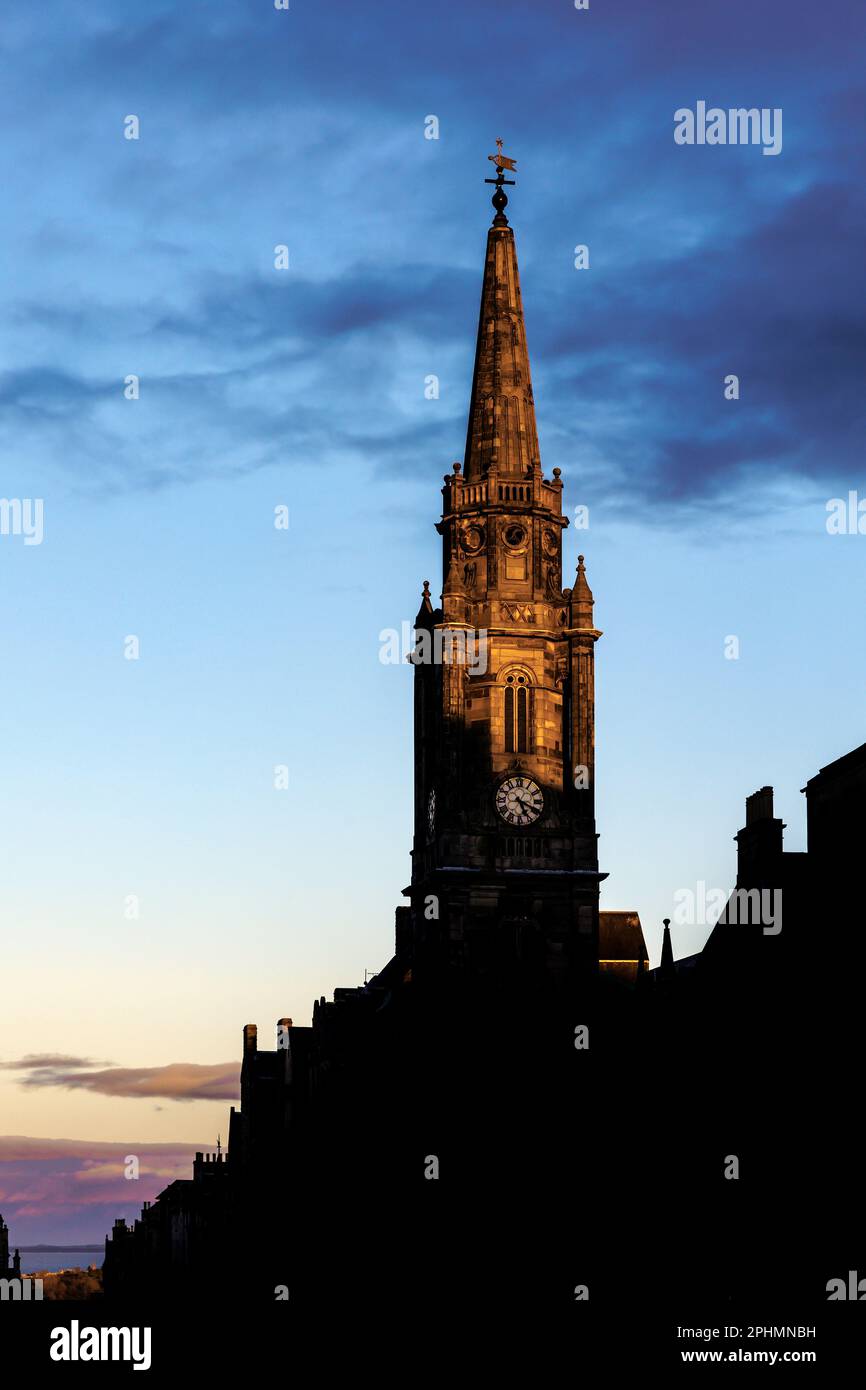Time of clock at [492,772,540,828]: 5:18
